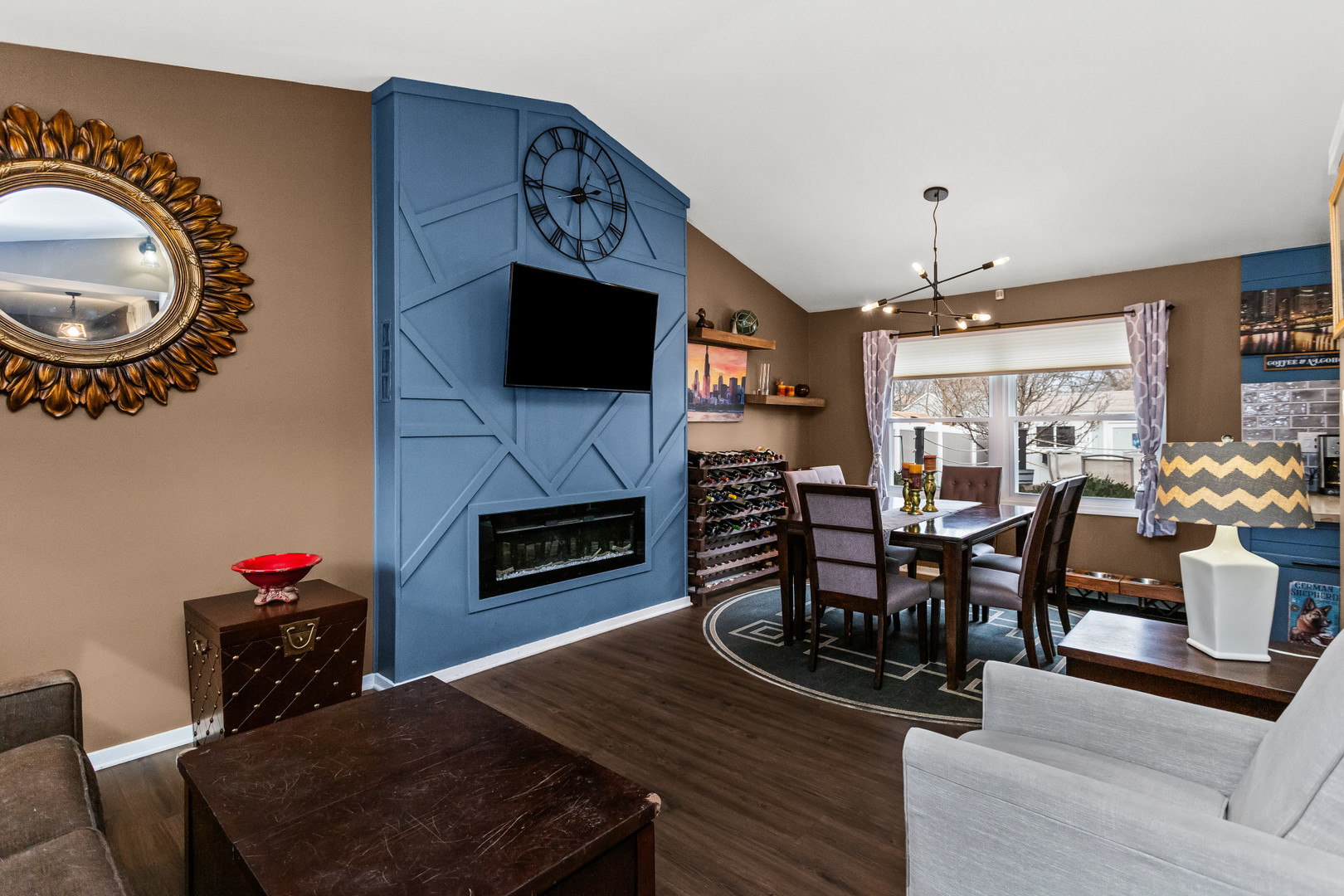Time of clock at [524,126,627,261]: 2:00
